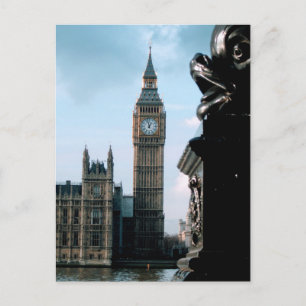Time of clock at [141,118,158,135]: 12:57
